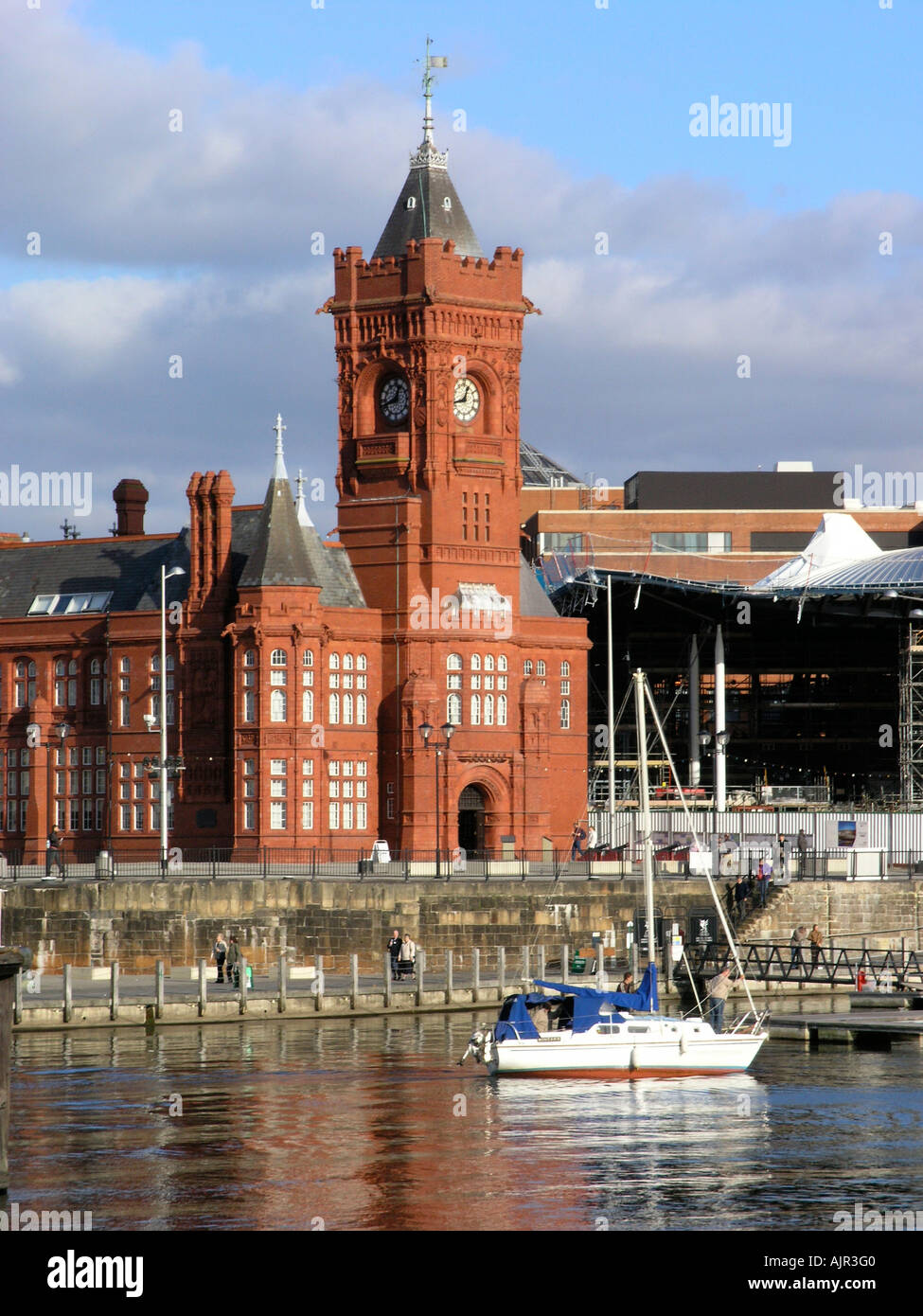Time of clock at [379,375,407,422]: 12:42
